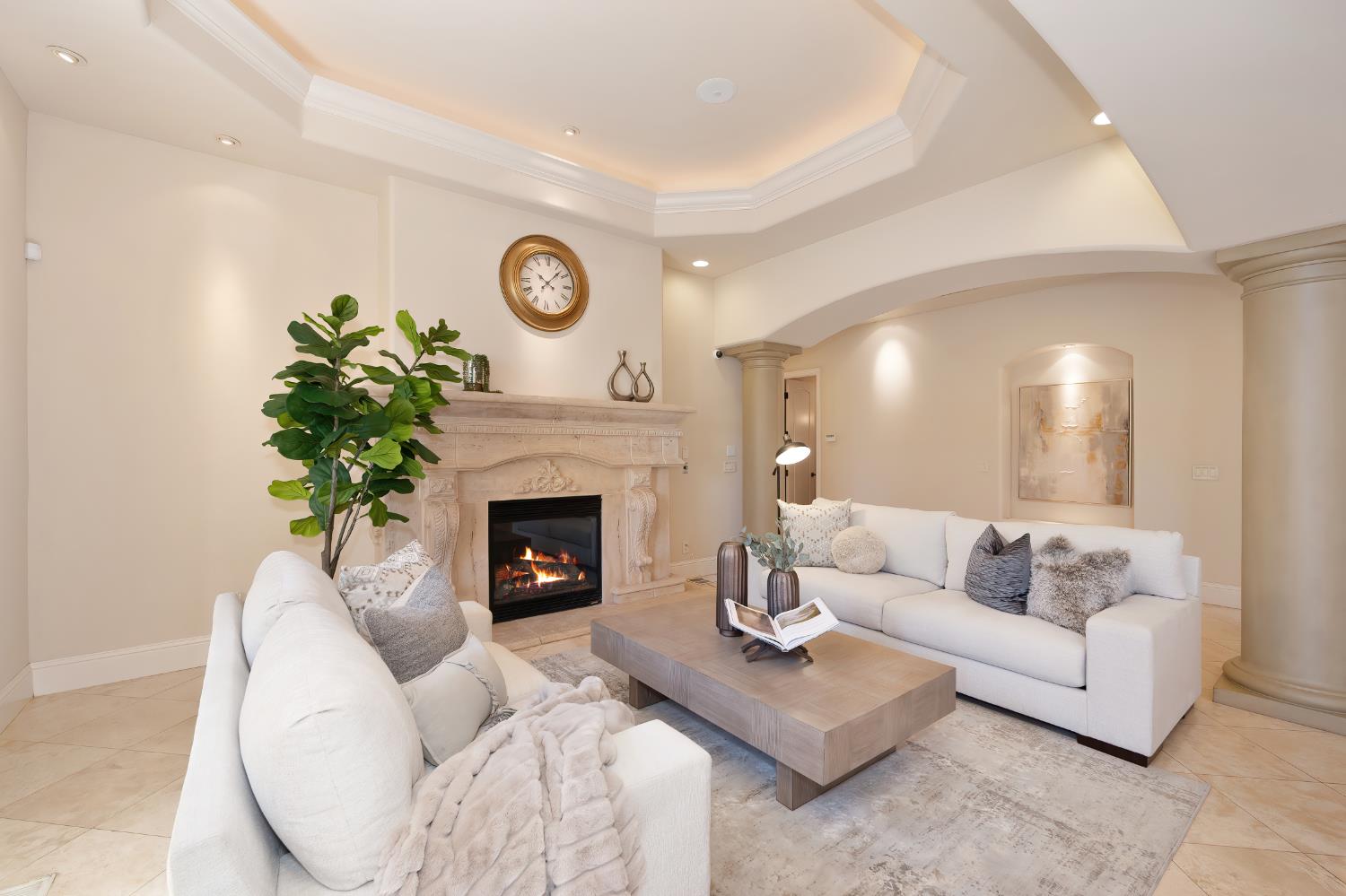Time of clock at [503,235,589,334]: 10:07
